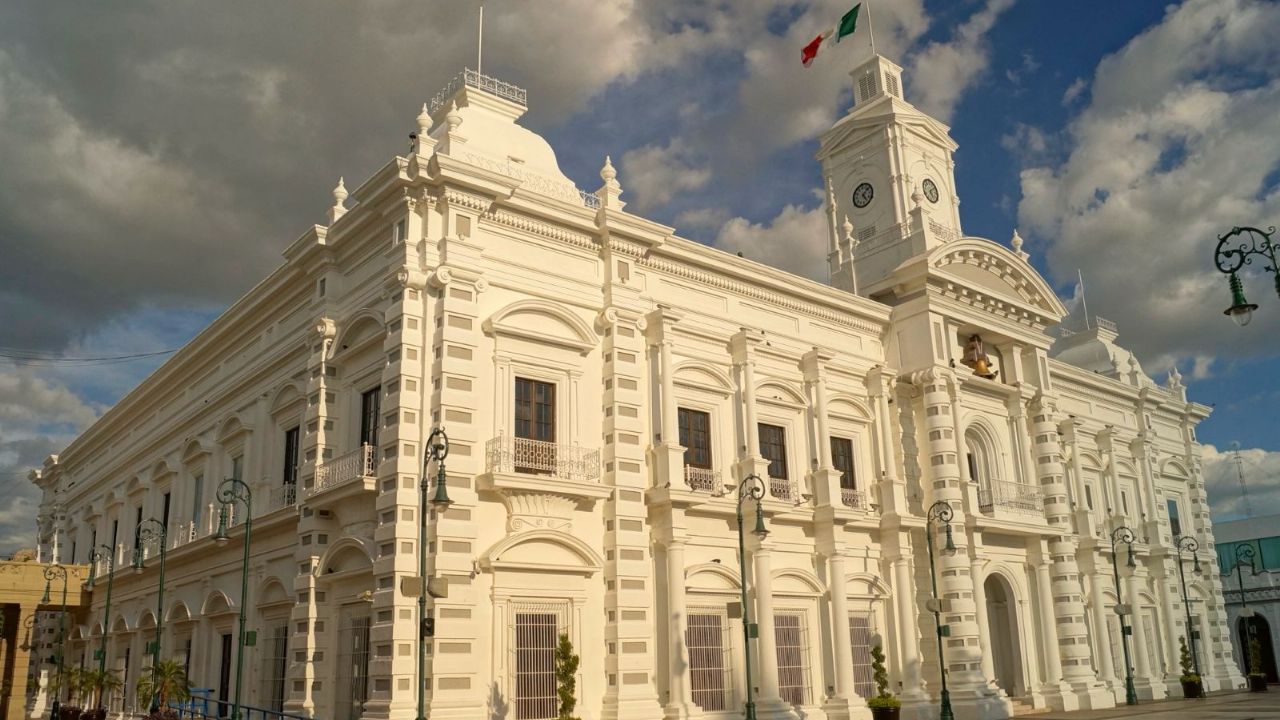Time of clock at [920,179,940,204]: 5:08
